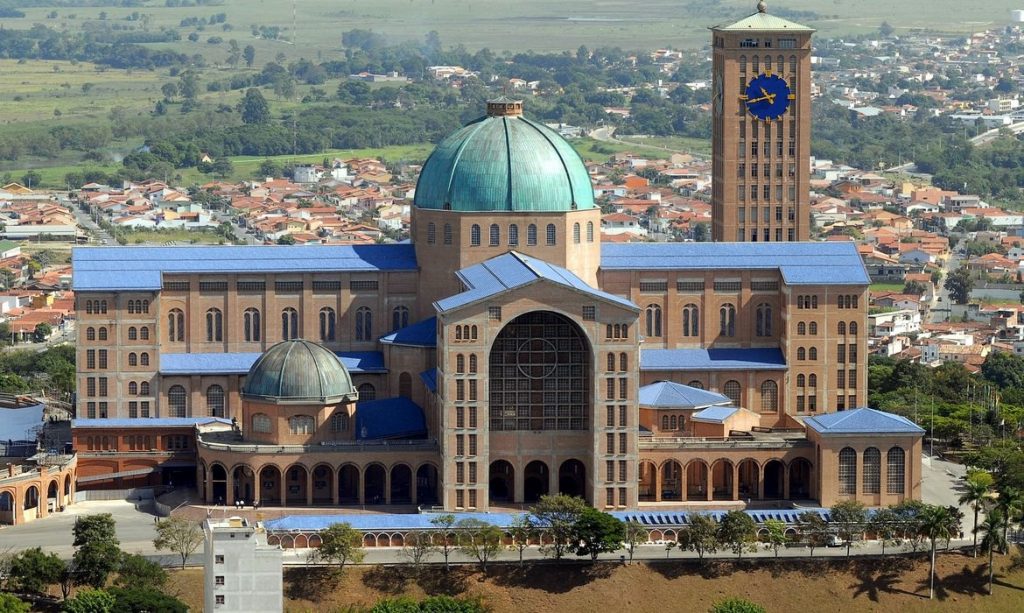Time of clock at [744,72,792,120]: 10:42
